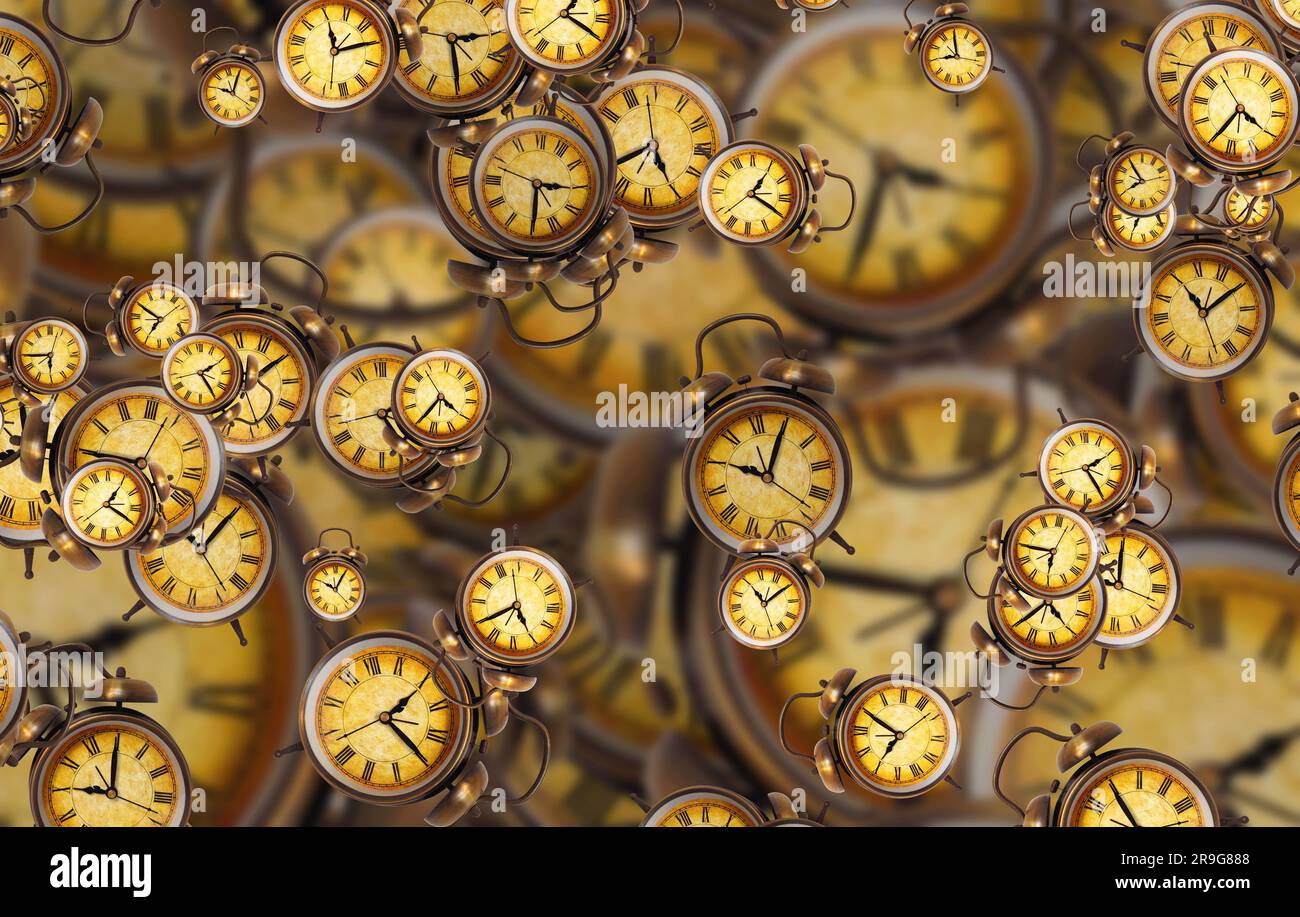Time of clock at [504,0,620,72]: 1:19
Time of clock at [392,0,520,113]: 3:29
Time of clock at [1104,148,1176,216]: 7:54
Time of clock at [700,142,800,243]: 1:19
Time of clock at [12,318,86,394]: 5:44
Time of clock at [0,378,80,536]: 1:19
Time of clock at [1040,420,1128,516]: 2:24
